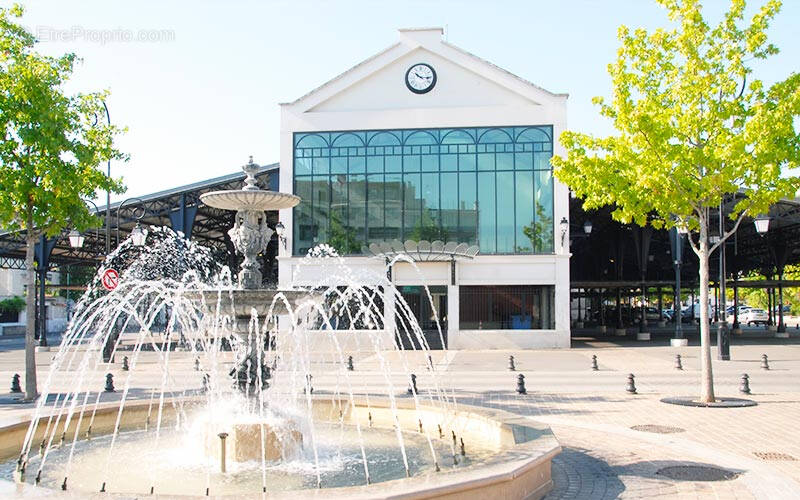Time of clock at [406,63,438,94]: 10:15
